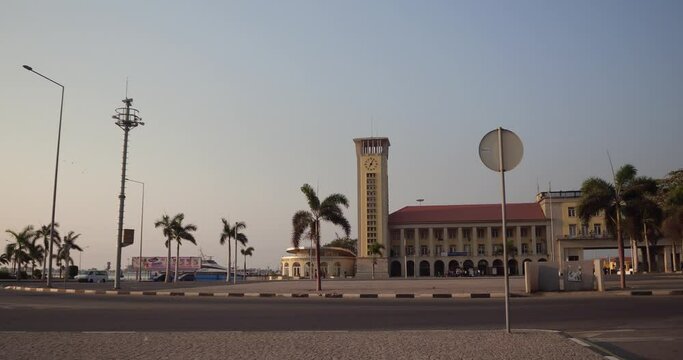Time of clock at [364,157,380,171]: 7:04
